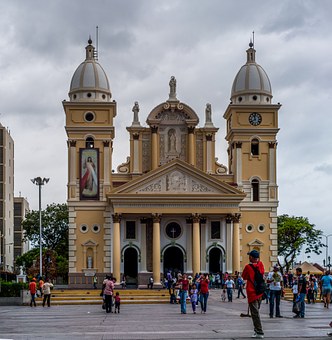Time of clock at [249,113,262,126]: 11:40
